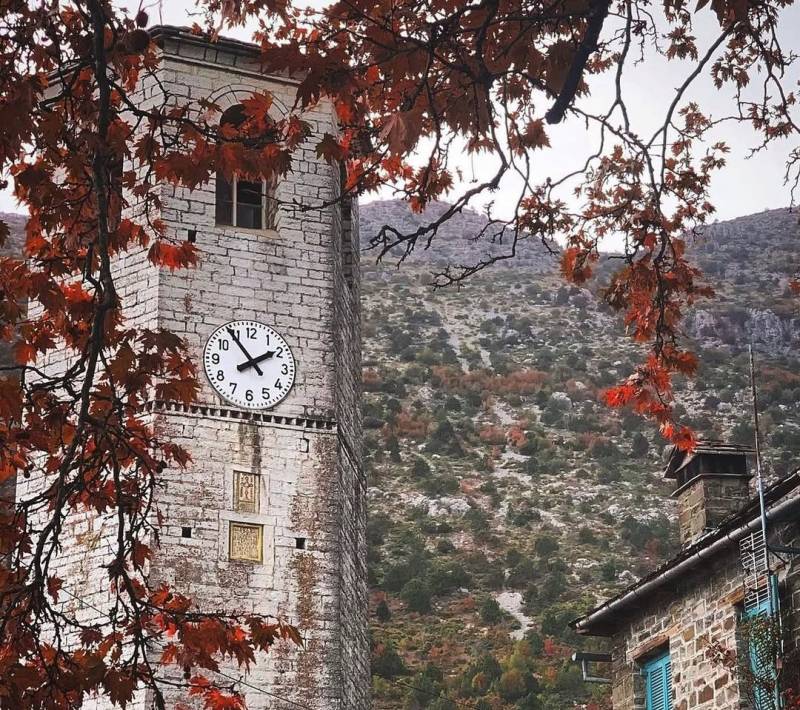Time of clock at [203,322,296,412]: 1:54
